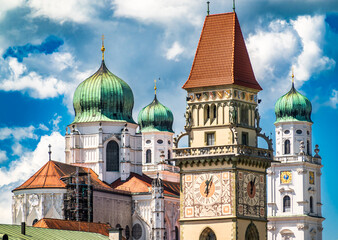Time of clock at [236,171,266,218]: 12:03
